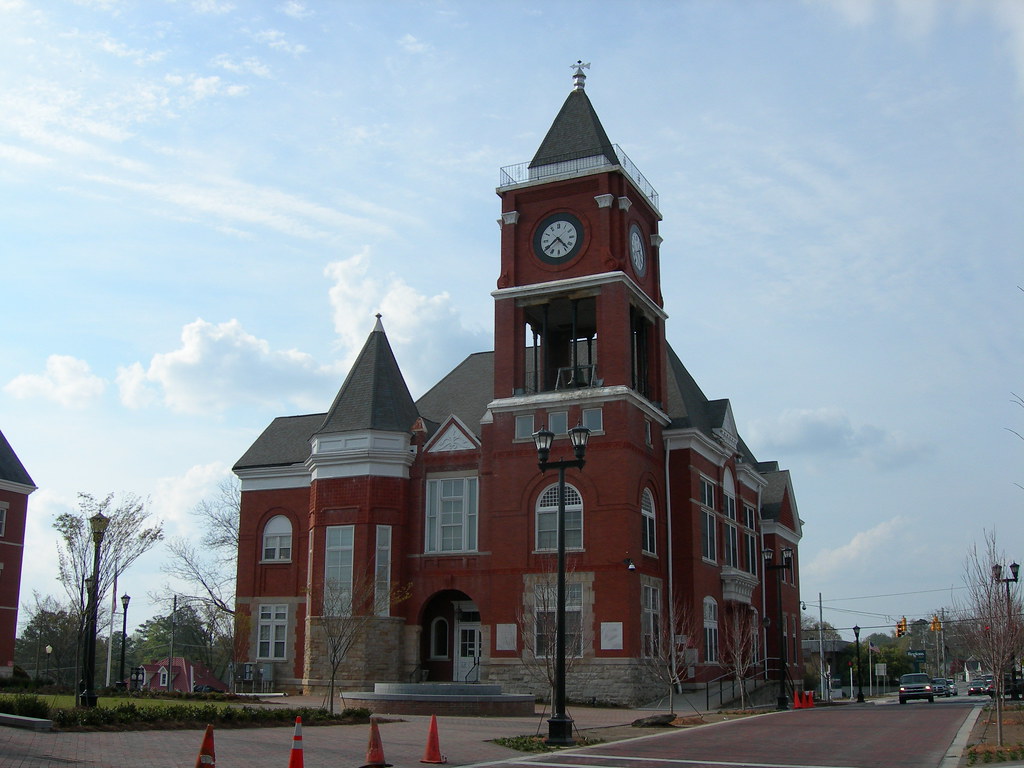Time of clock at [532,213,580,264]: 4:38
